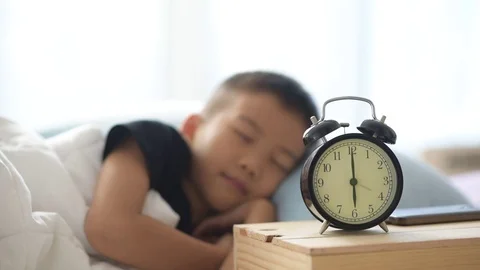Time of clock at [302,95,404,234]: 6:00
